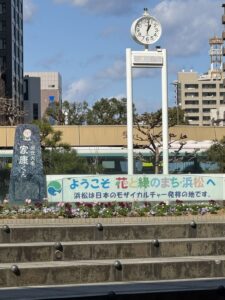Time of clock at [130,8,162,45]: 1:01
